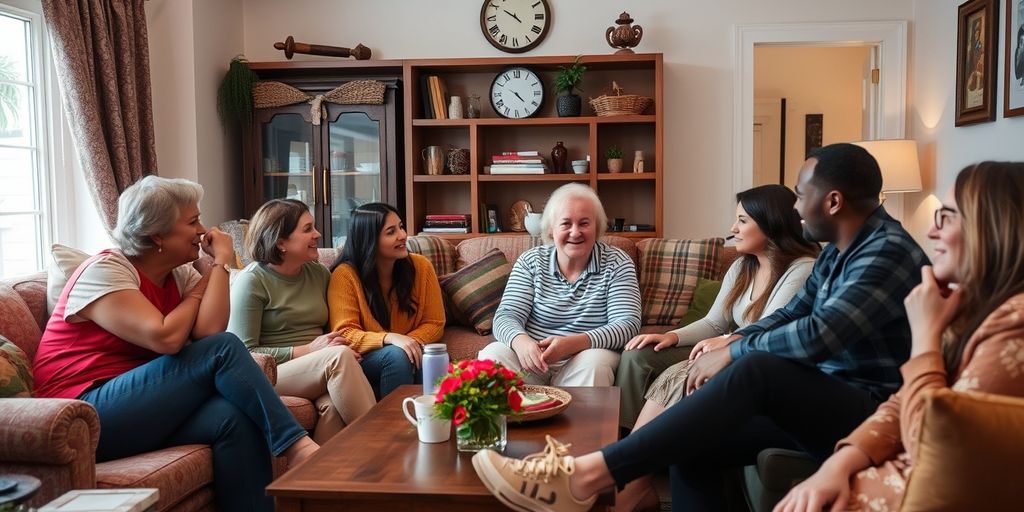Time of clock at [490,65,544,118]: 4:22
